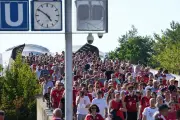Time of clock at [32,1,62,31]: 4:50
